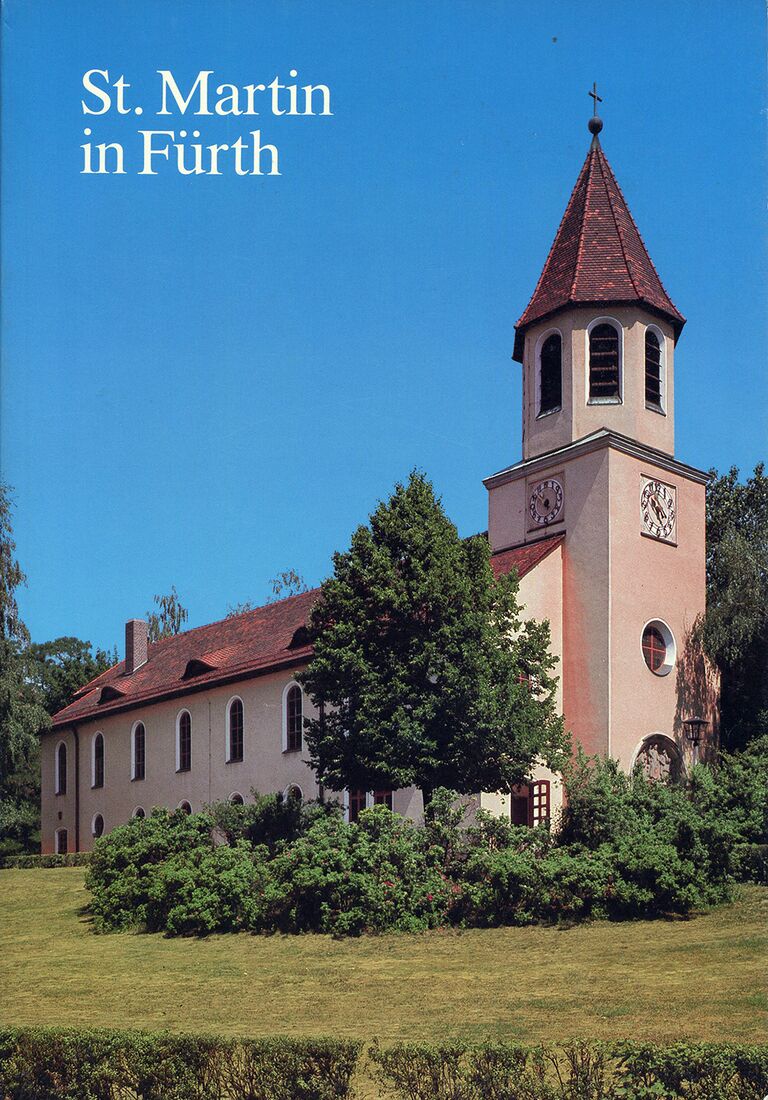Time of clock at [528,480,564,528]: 4:52
